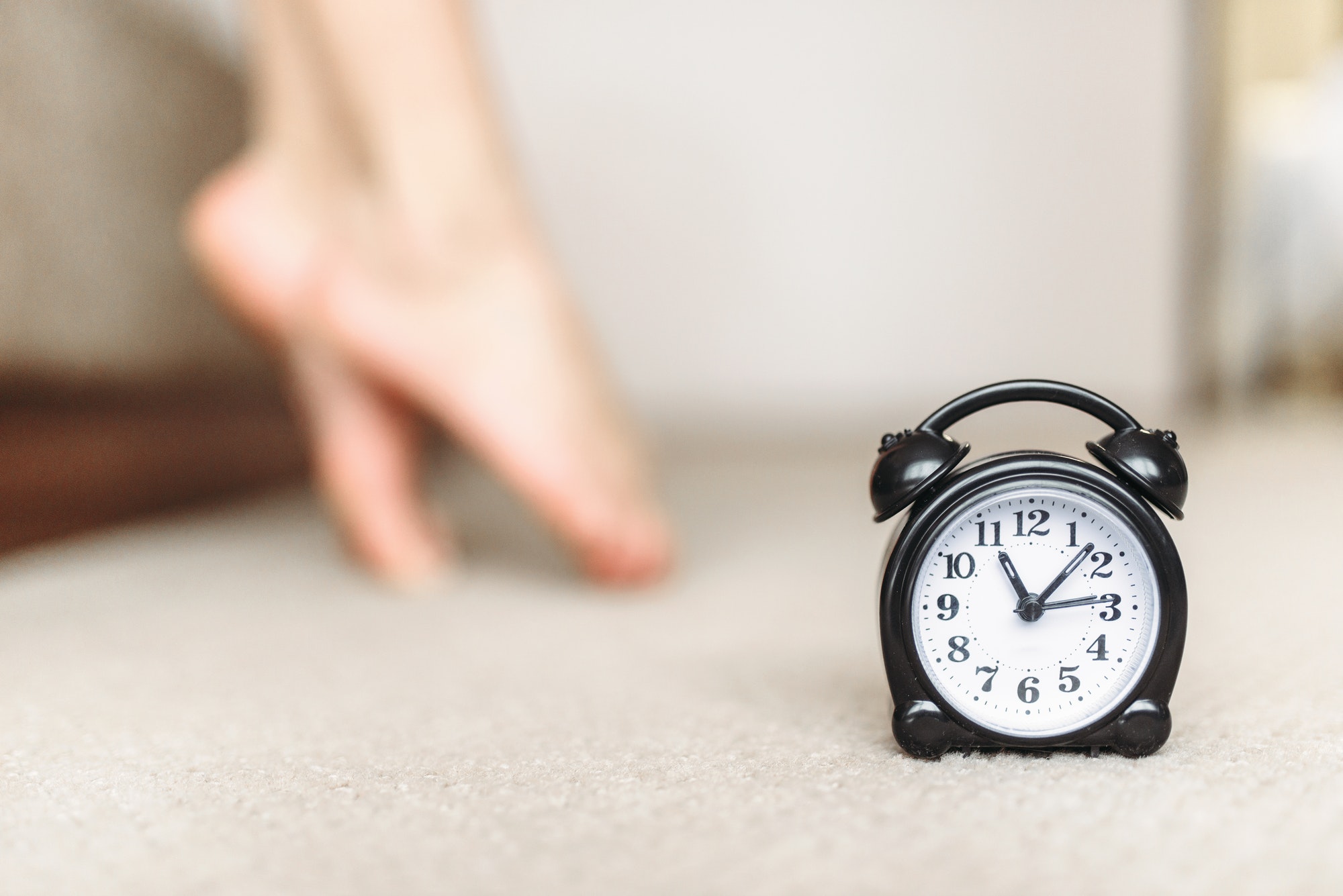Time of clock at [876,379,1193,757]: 11:07
